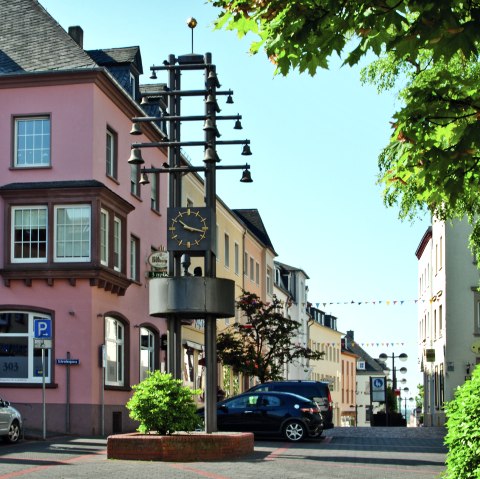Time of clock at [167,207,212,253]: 10:17
